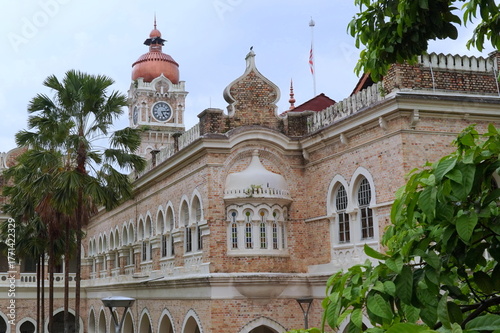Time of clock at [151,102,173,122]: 5:13
